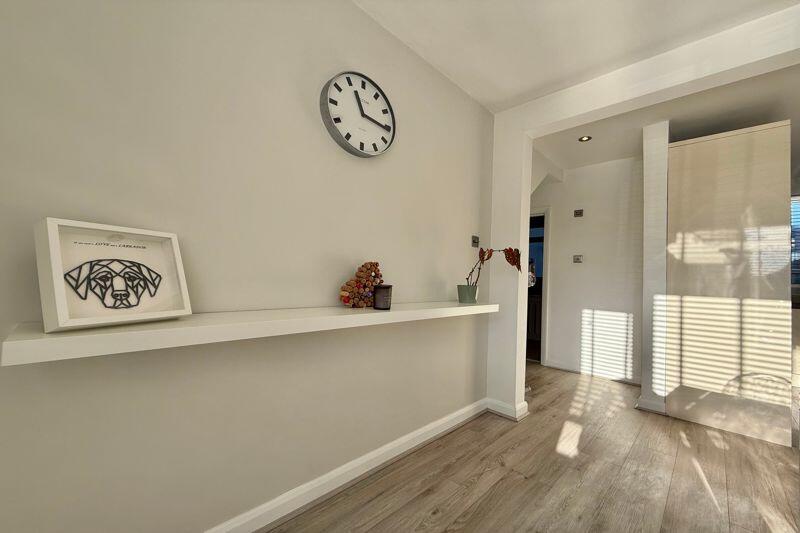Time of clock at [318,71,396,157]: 11:16
